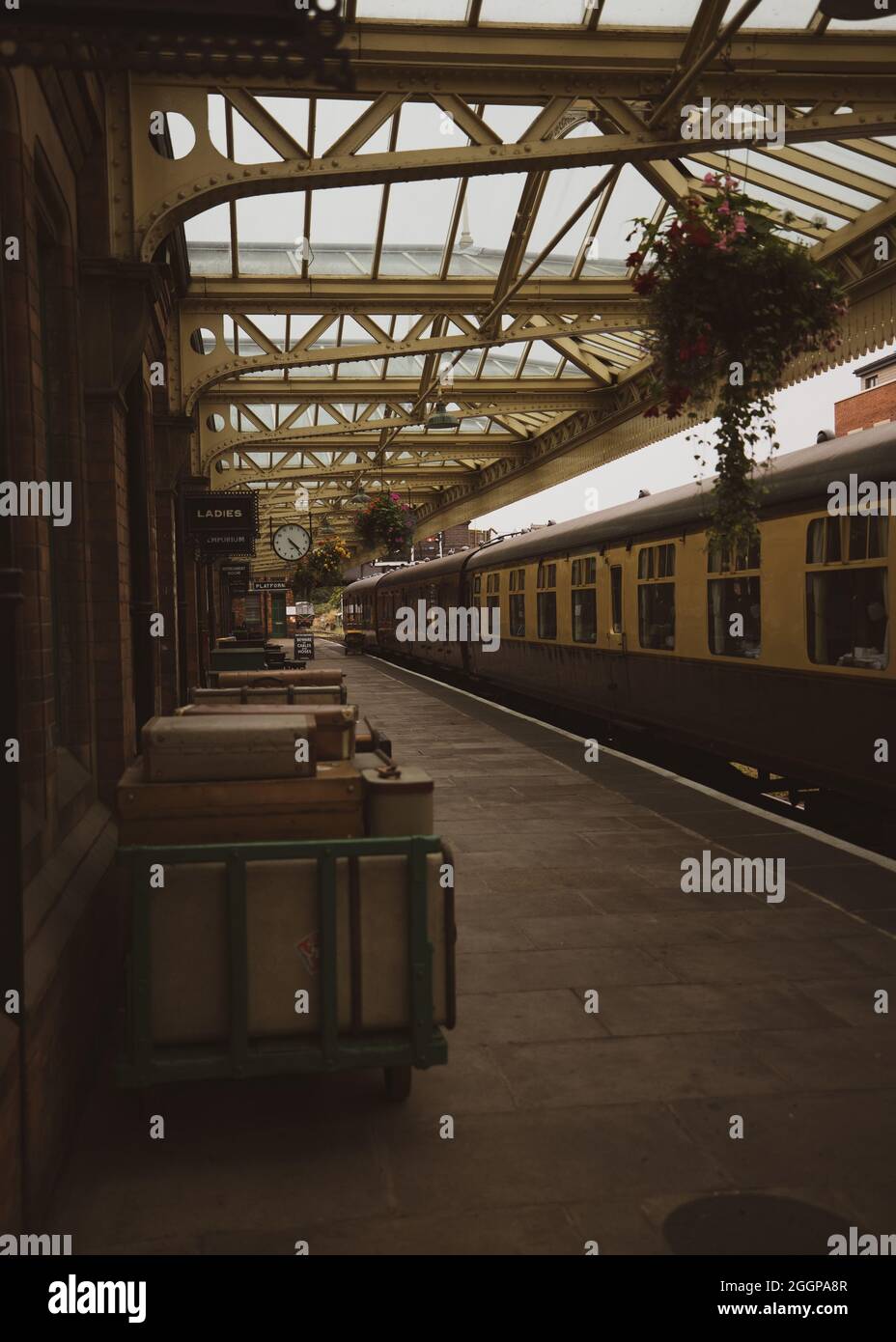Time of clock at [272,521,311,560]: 4:23
